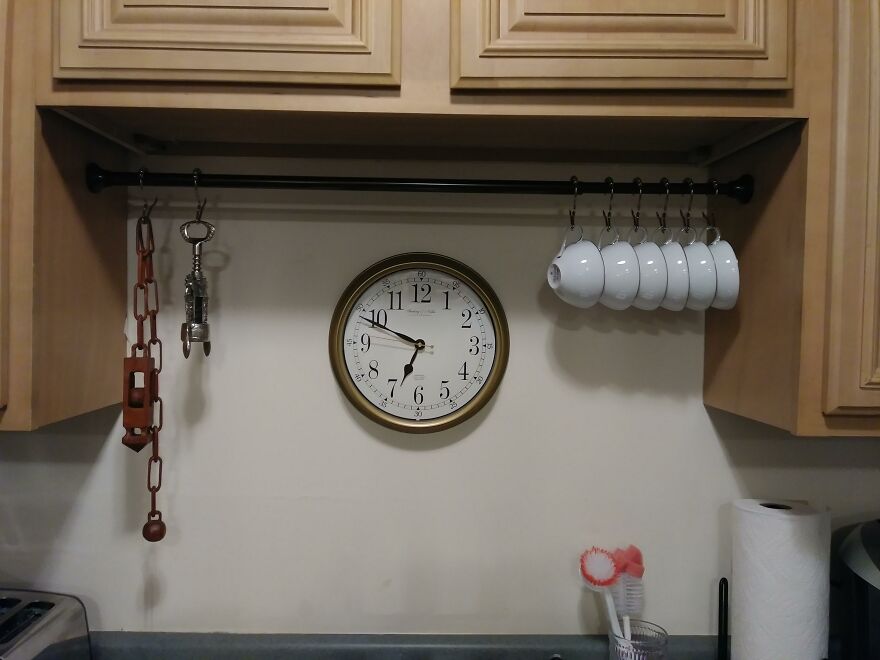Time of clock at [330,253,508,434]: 6:48
